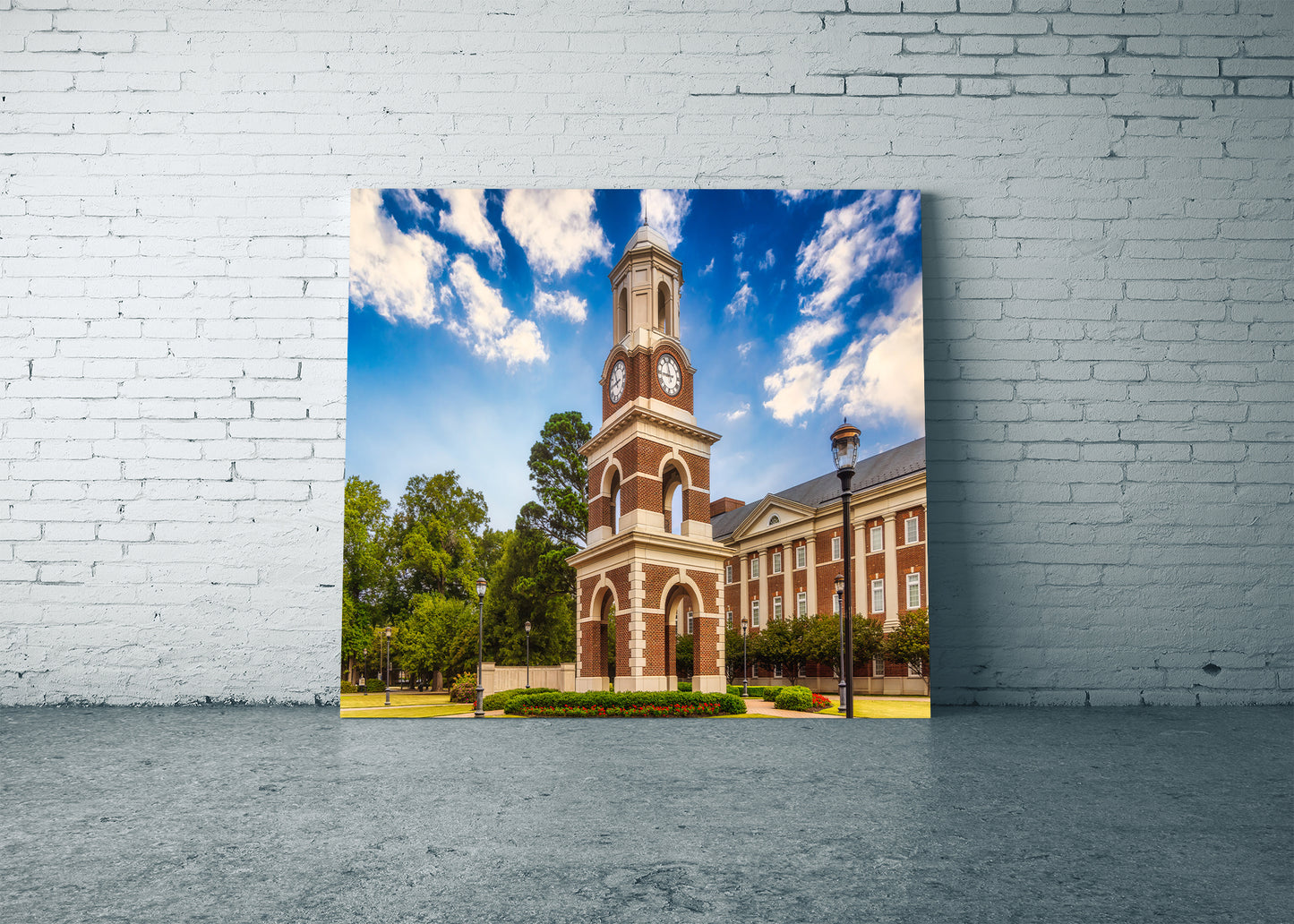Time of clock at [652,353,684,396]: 11:44
